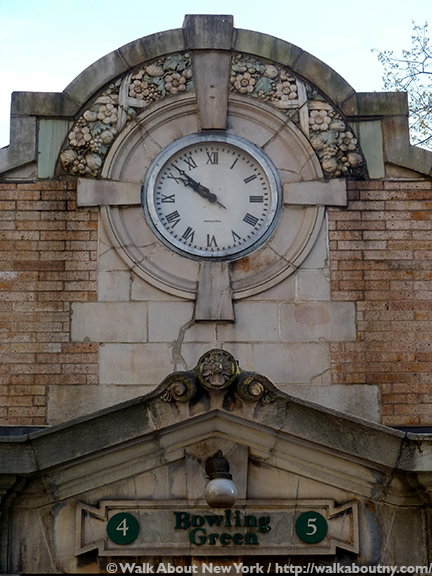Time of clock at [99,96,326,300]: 9:51
